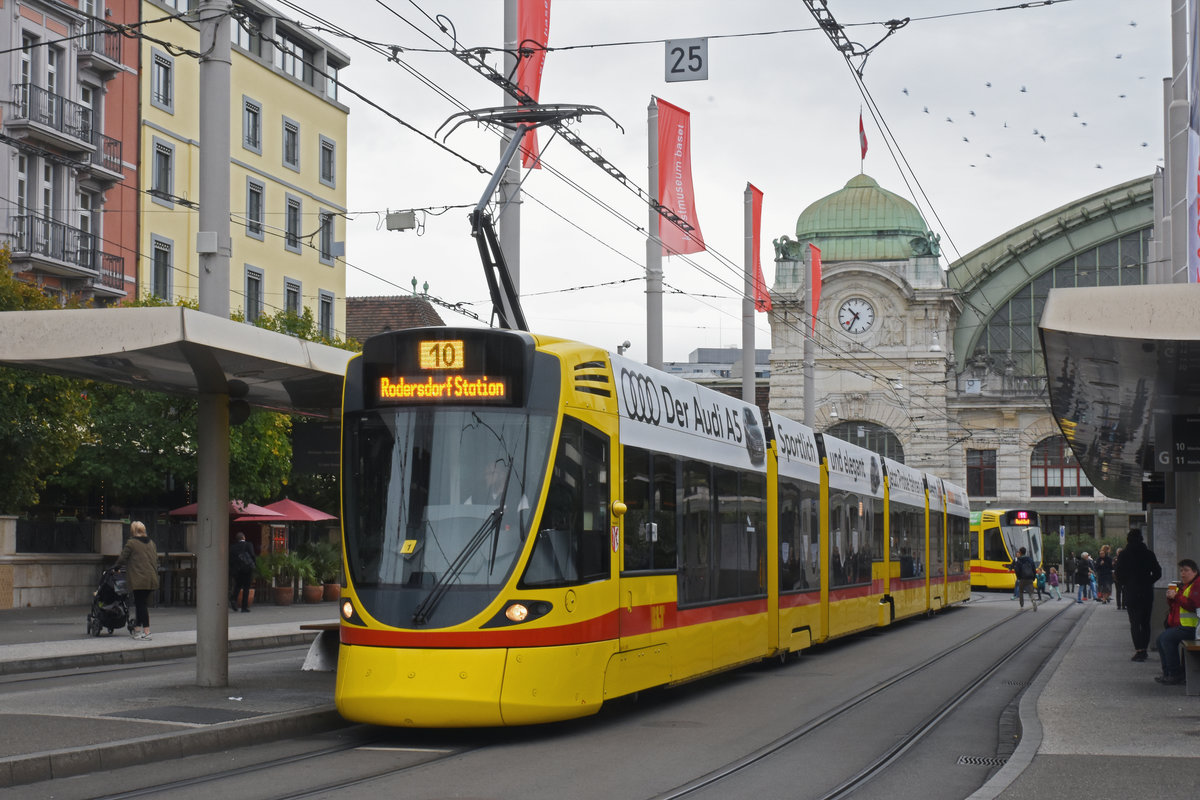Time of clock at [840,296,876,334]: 10:34
